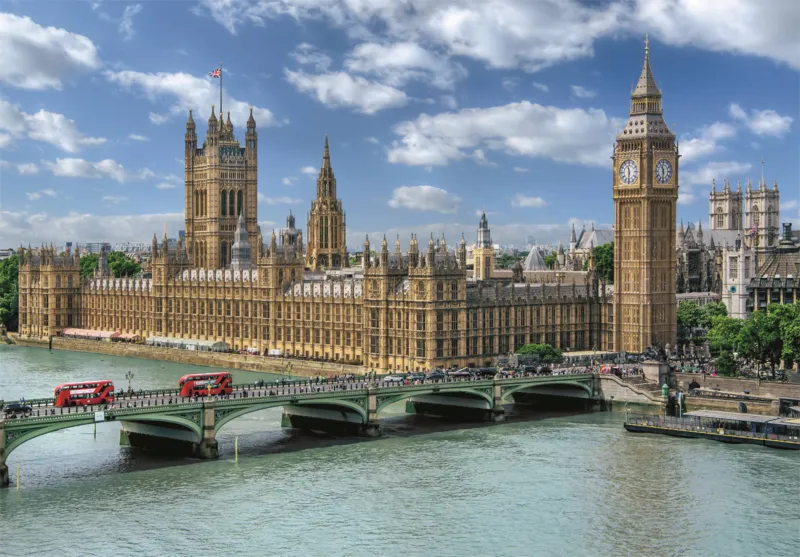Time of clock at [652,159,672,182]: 11:31
